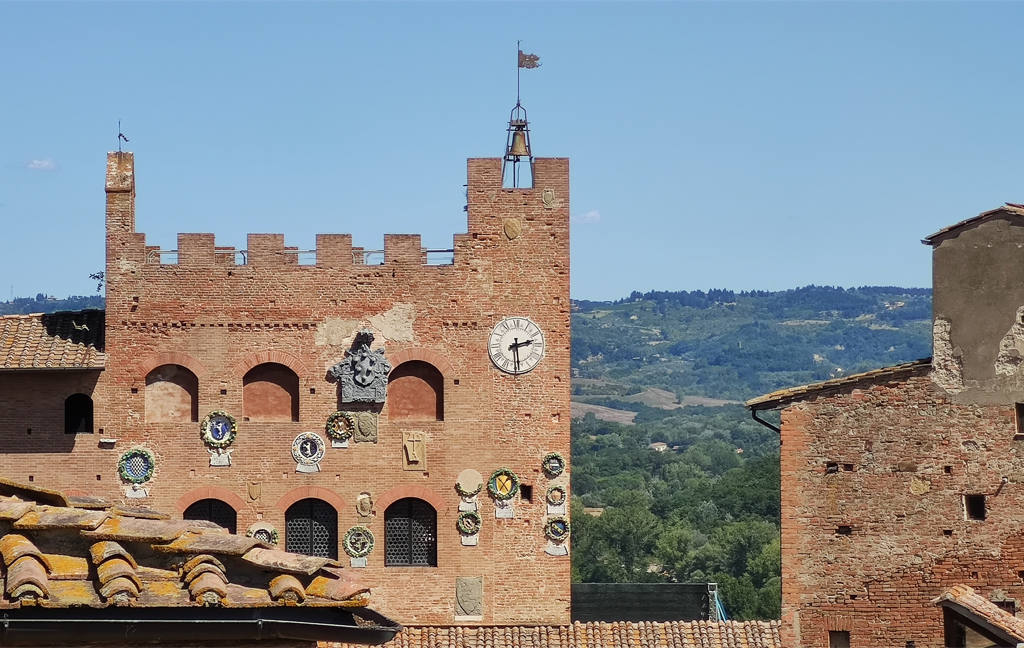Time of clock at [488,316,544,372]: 2:29
